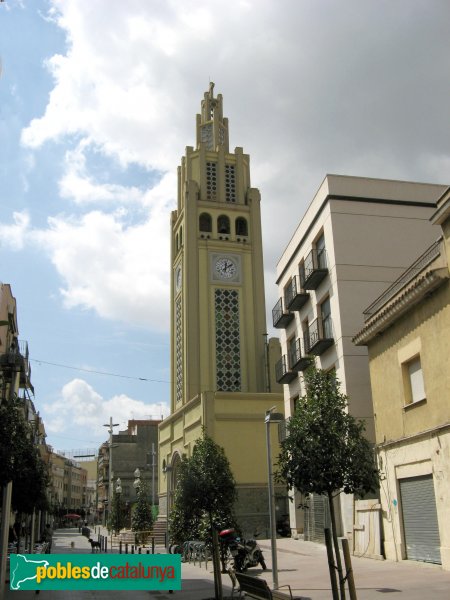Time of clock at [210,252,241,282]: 12:09
